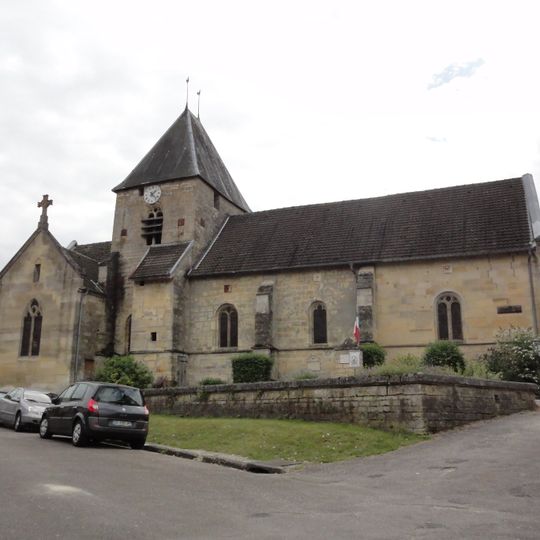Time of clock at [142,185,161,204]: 1:22
